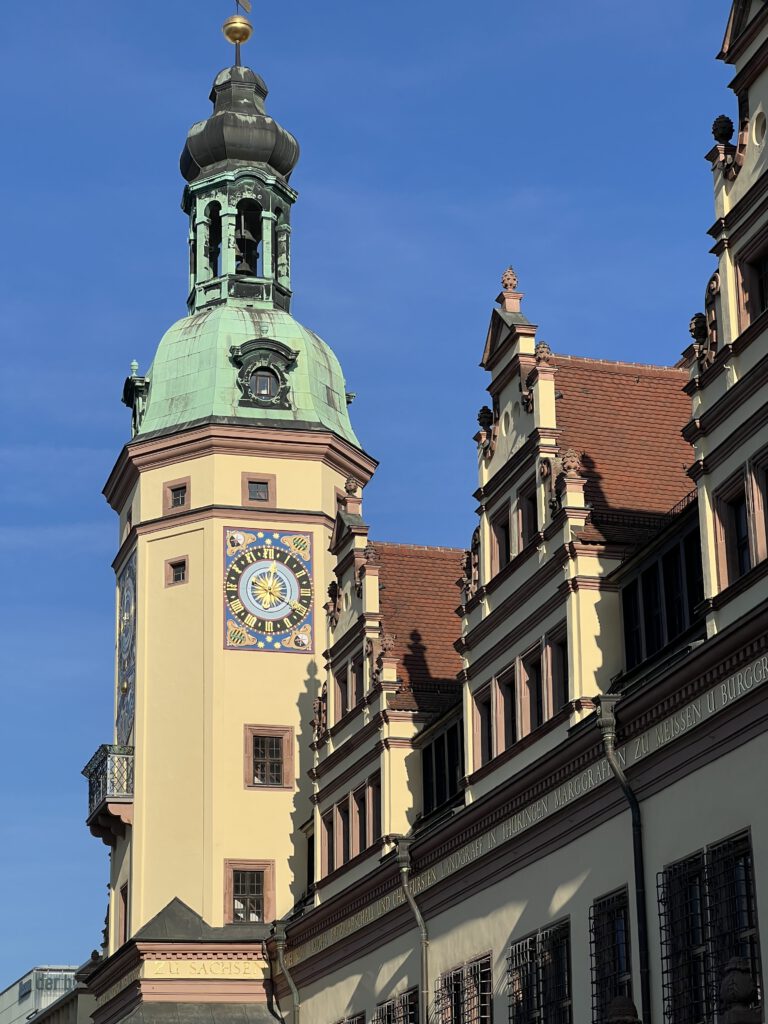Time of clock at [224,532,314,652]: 12:19
